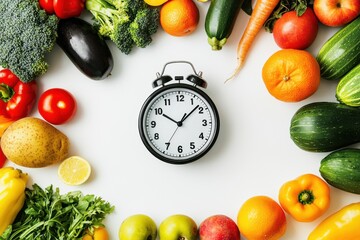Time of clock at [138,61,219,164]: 10:07
